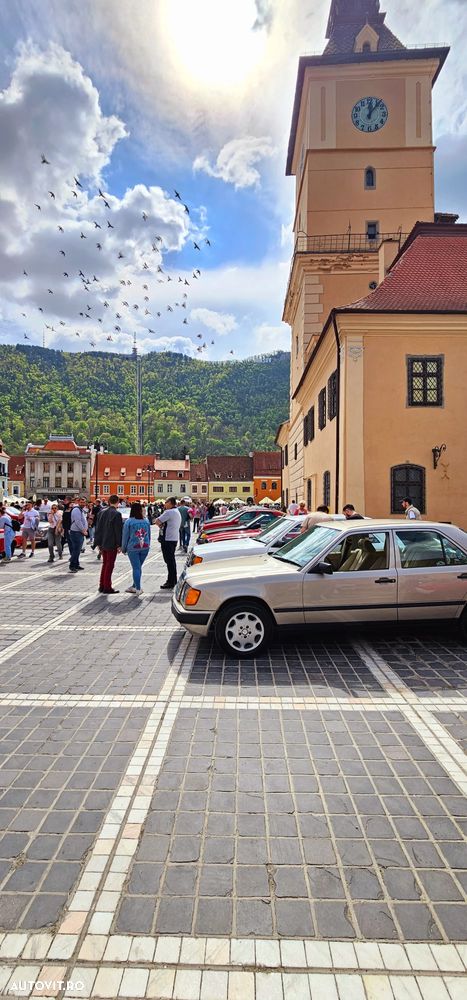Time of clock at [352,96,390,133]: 12:06
